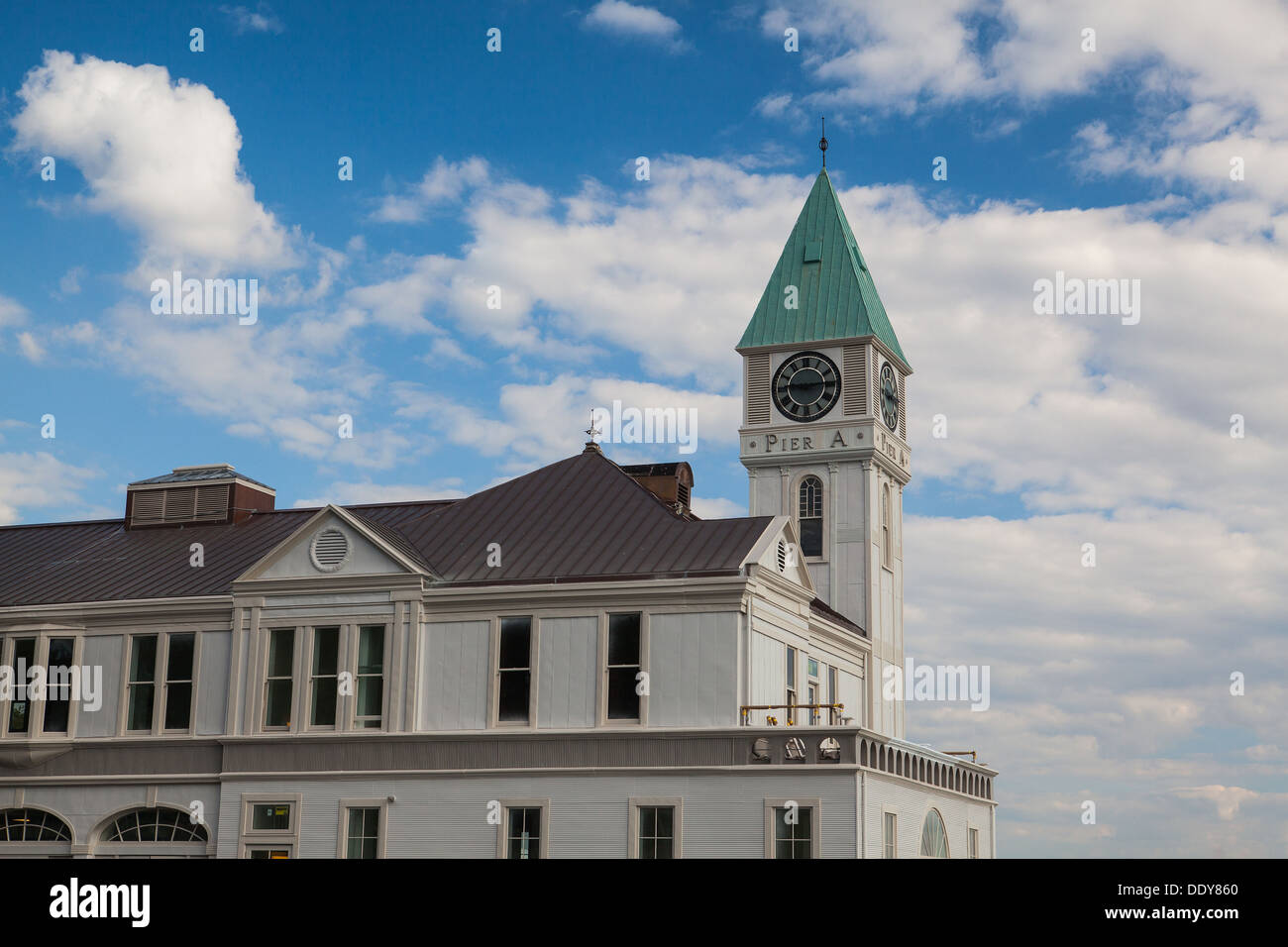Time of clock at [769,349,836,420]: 9:14
